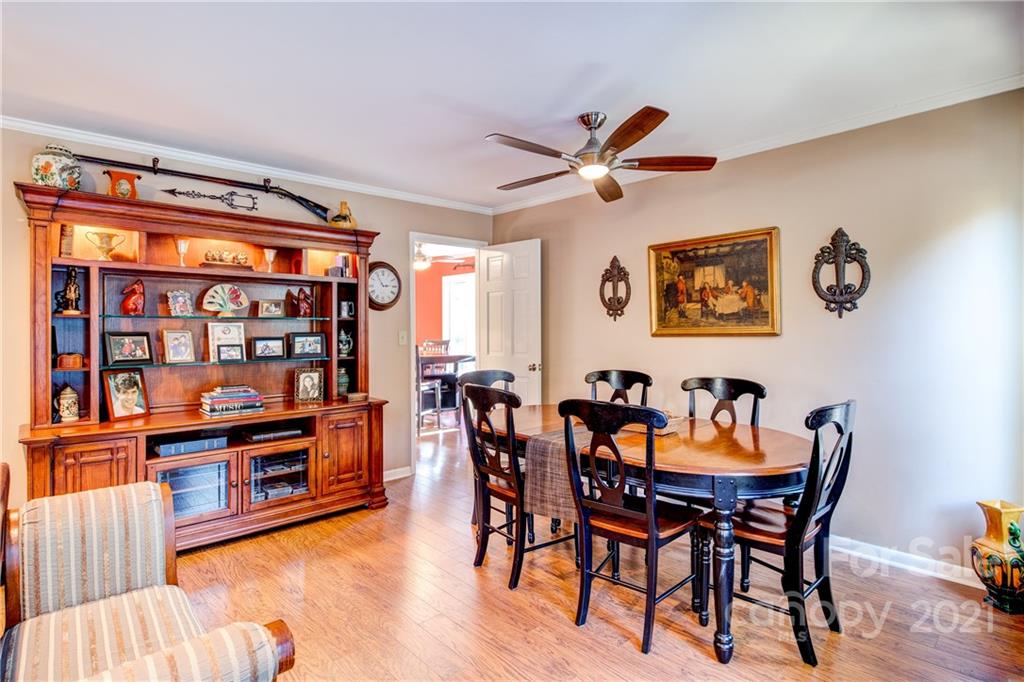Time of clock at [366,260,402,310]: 2:54
